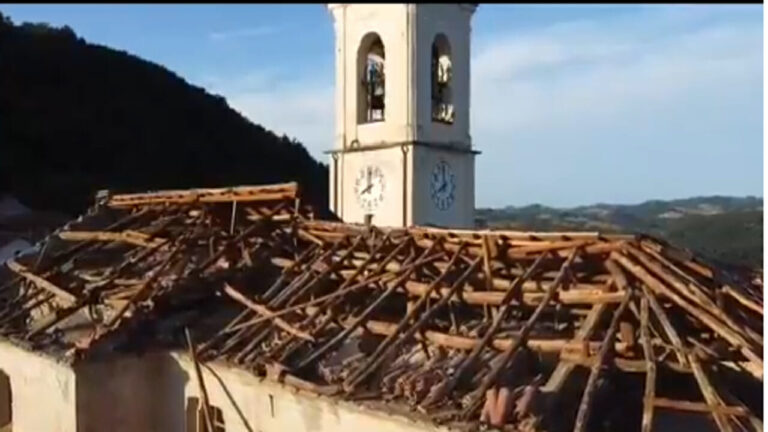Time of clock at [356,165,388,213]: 7:59
